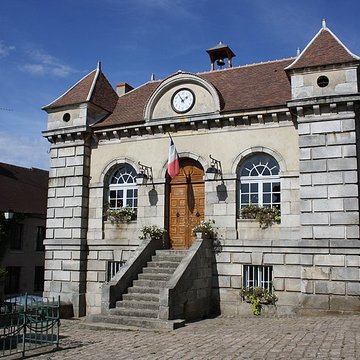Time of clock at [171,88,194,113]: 1:54
